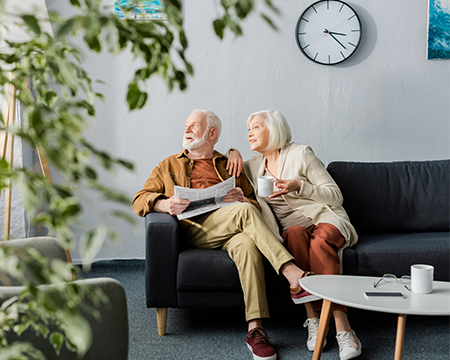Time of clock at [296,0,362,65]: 3:22
